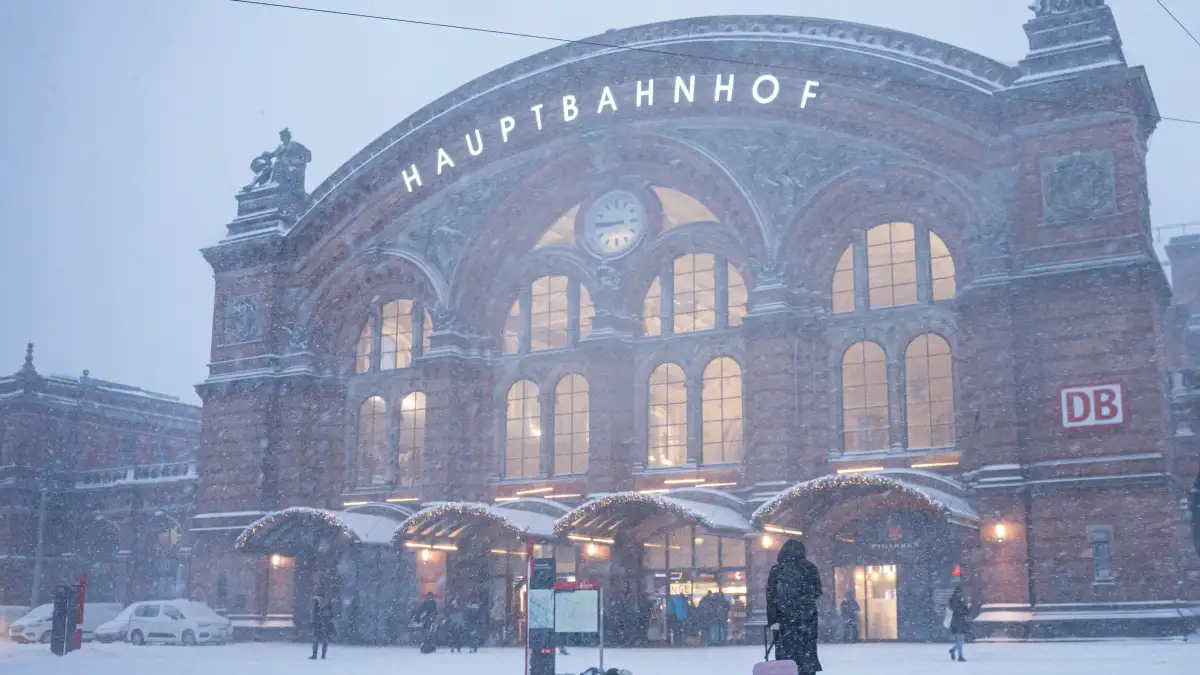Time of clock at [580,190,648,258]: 8:45
